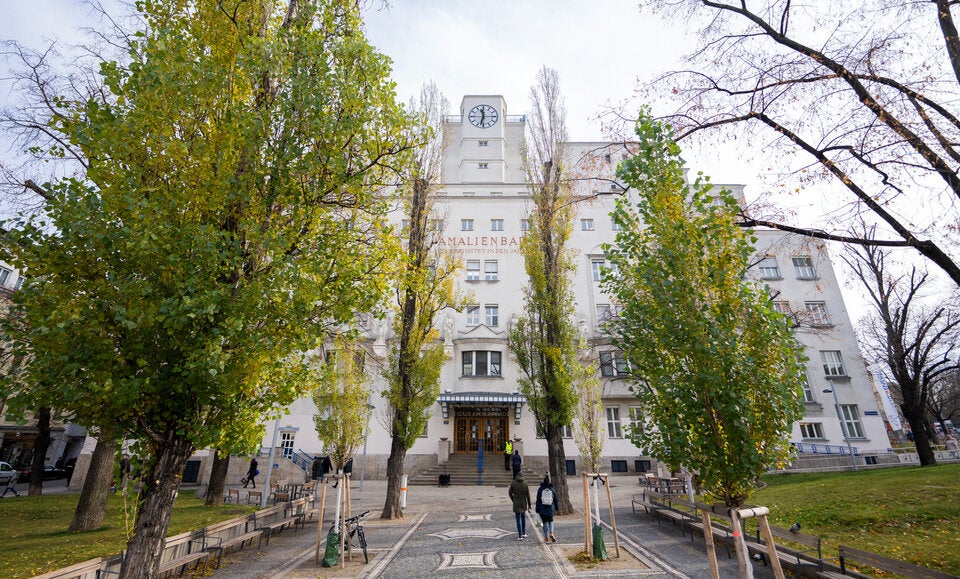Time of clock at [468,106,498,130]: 11:32
